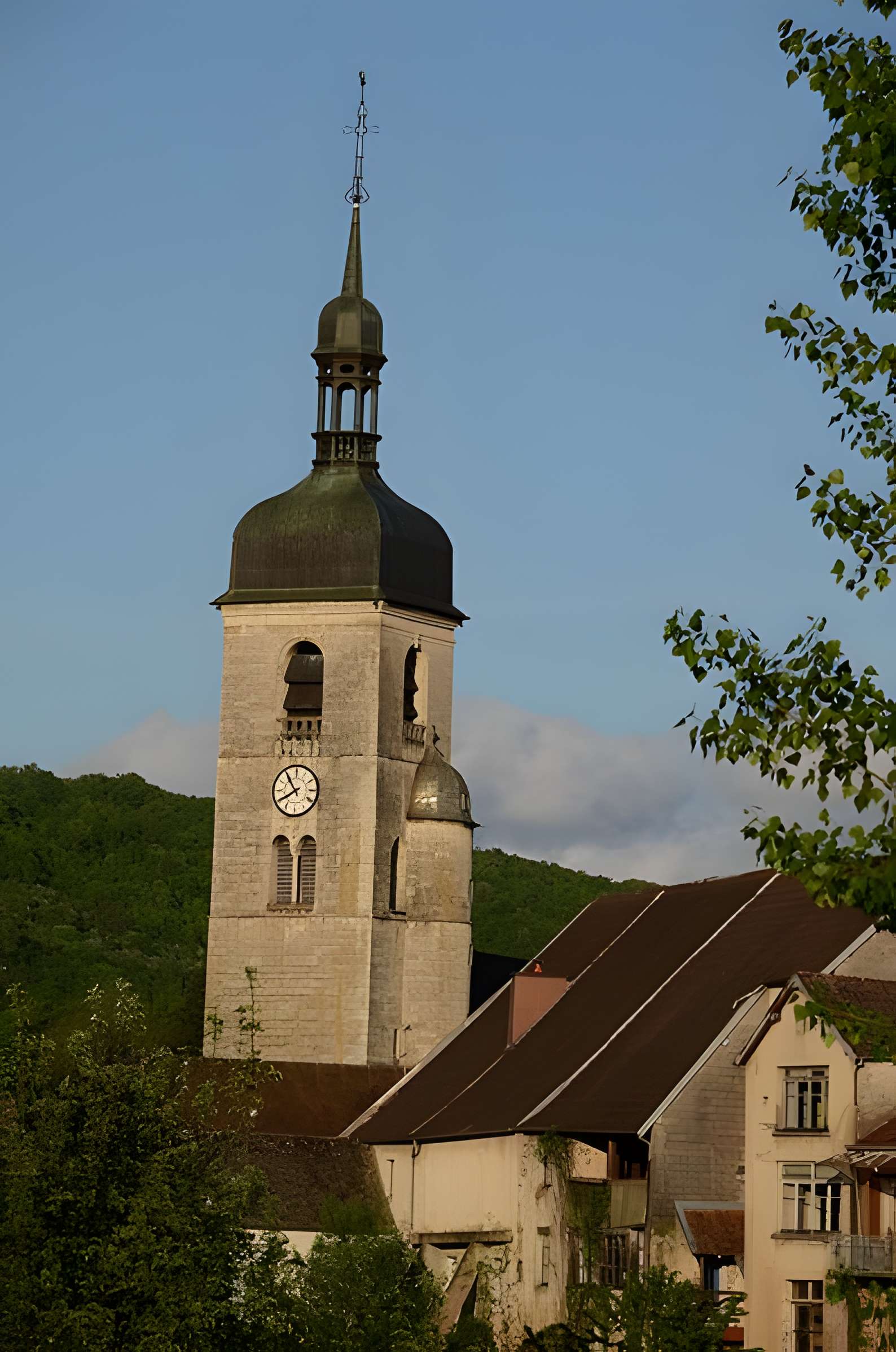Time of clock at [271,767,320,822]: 7:54
